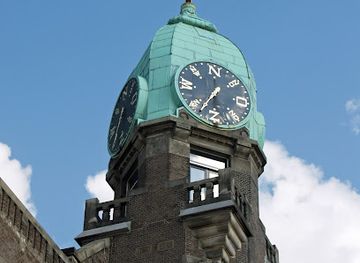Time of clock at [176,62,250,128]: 1:37
